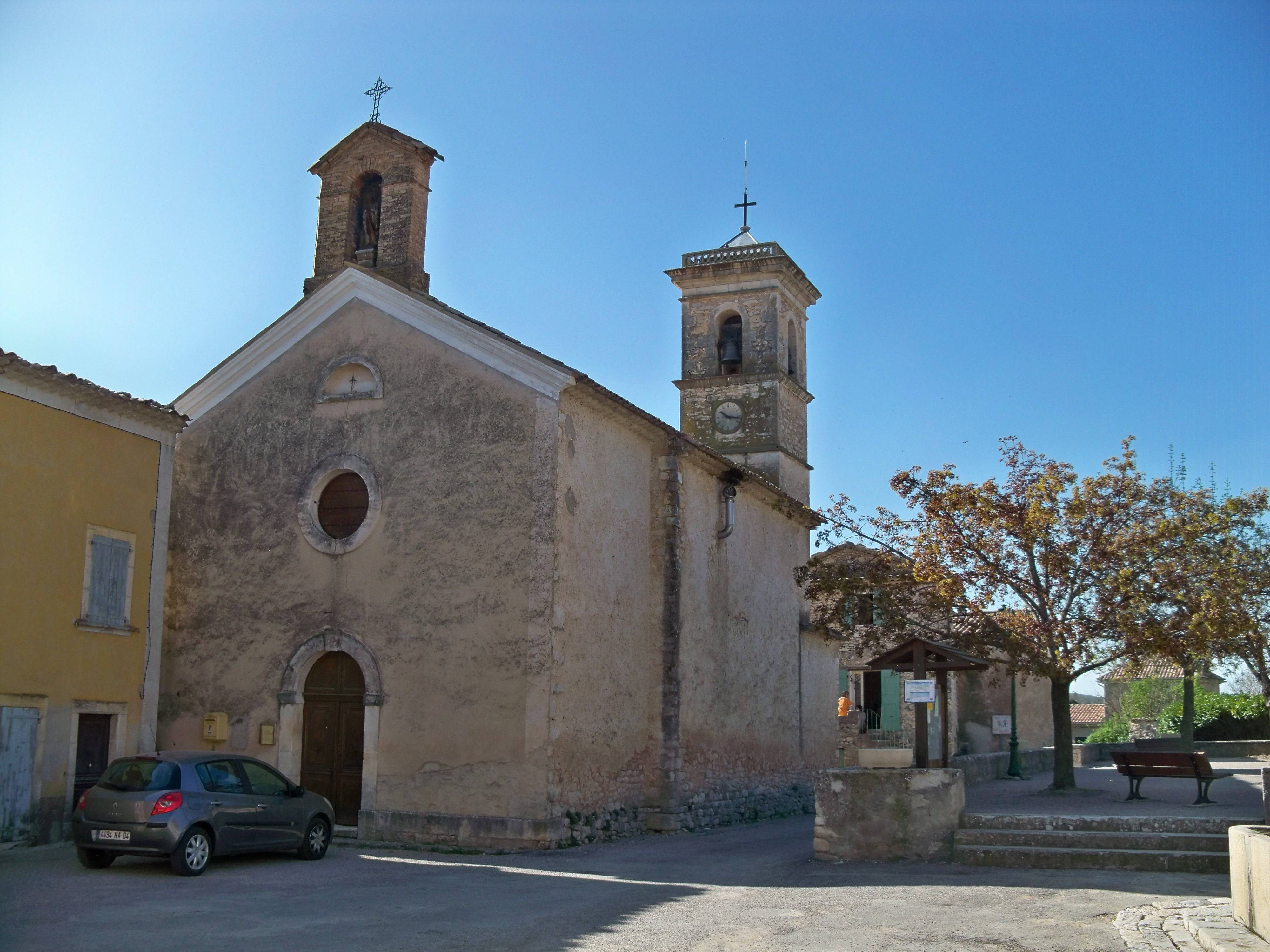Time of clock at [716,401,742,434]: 10:16
